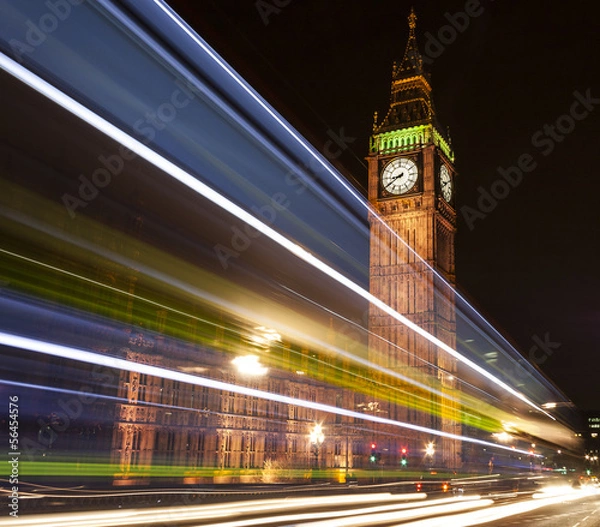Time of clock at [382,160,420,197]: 8:39
